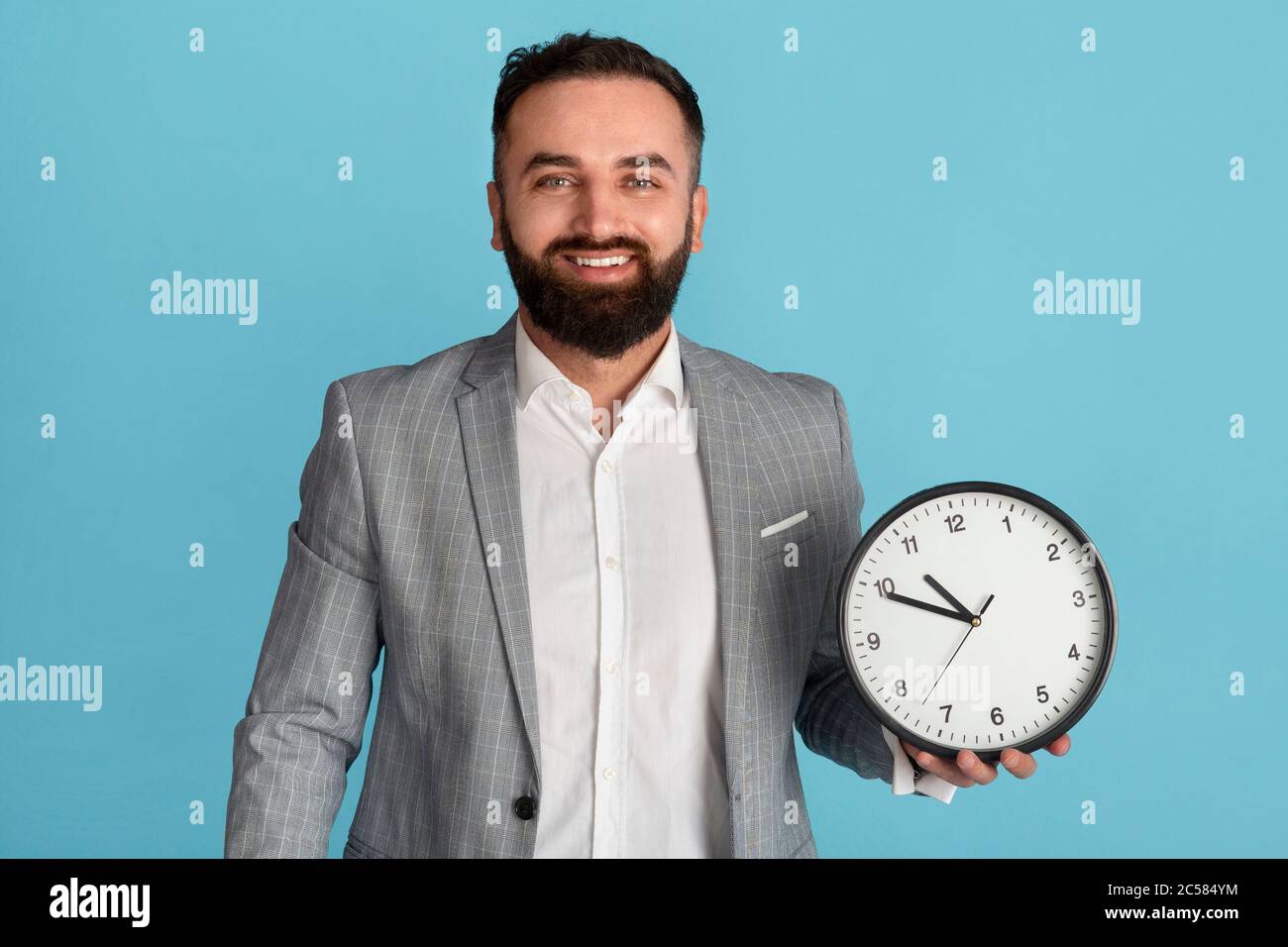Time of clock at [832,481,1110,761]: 10:49
